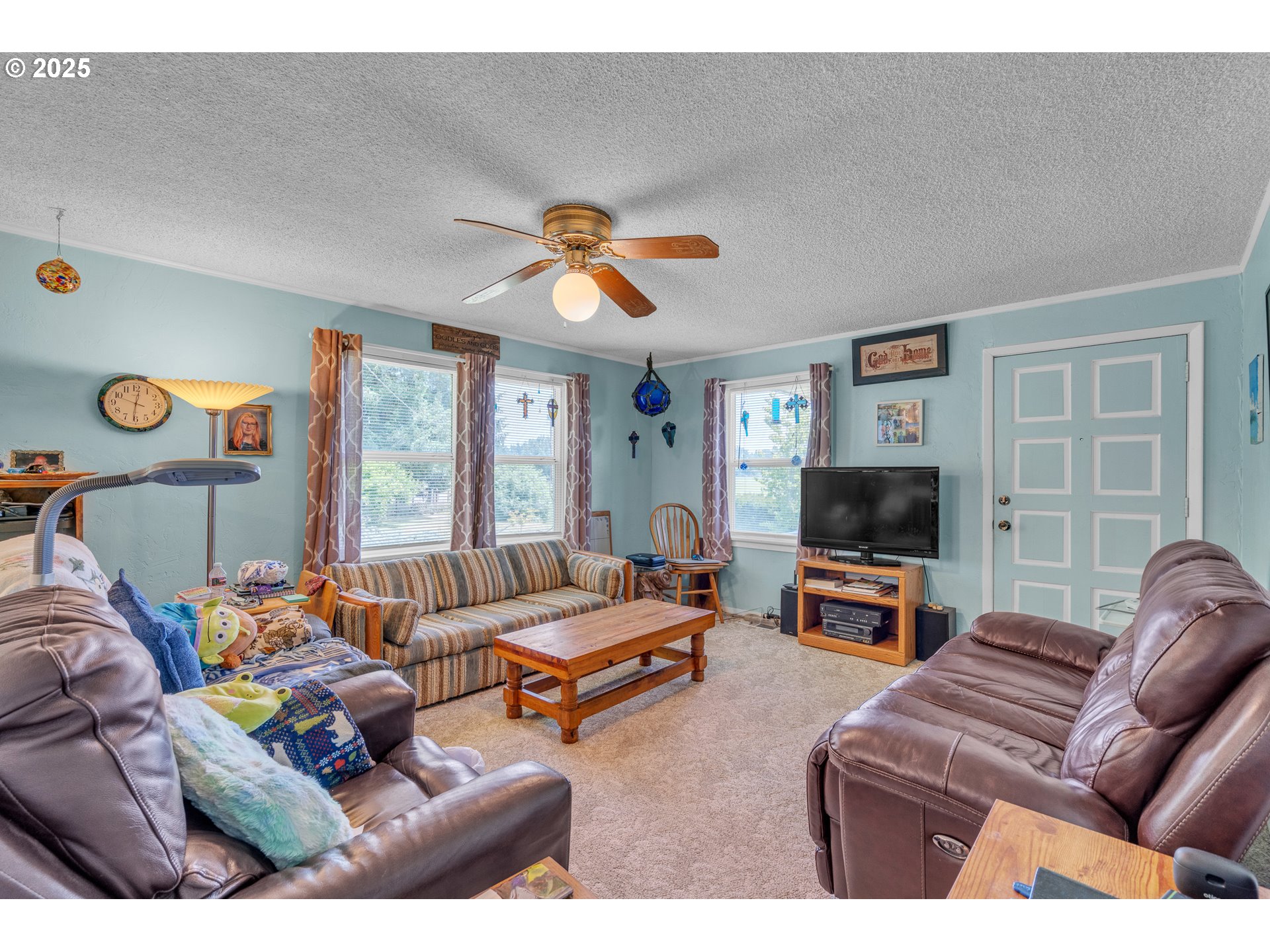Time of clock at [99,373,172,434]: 6:01
